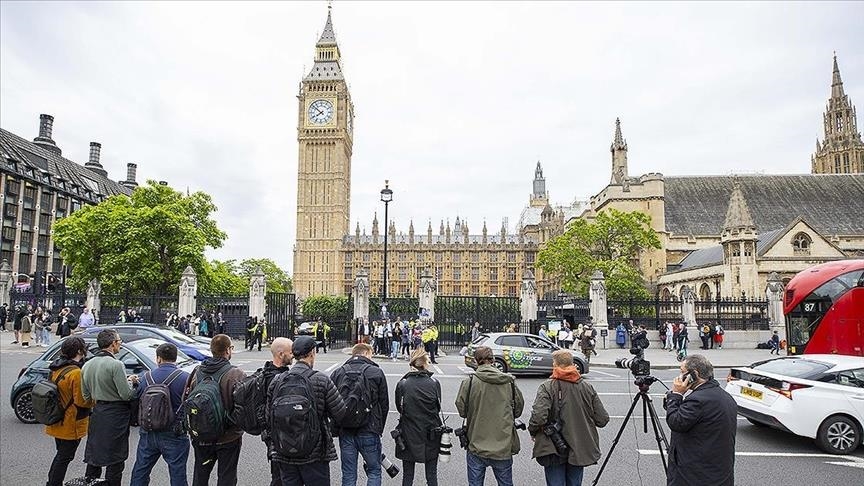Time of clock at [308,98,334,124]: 7:51
